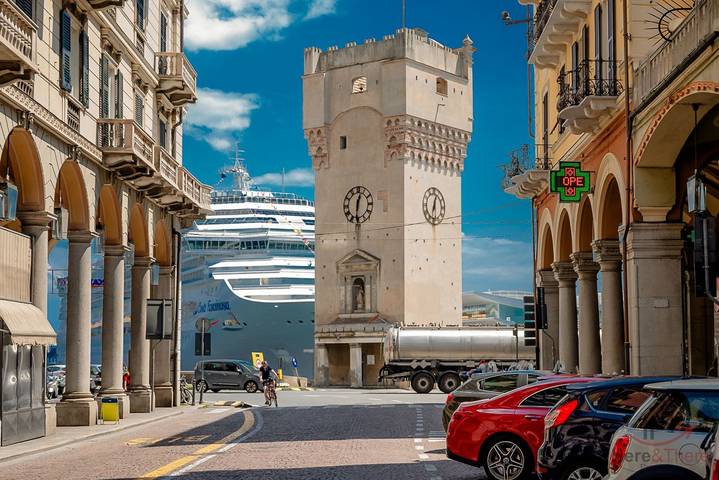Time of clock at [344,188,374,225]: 12:30
